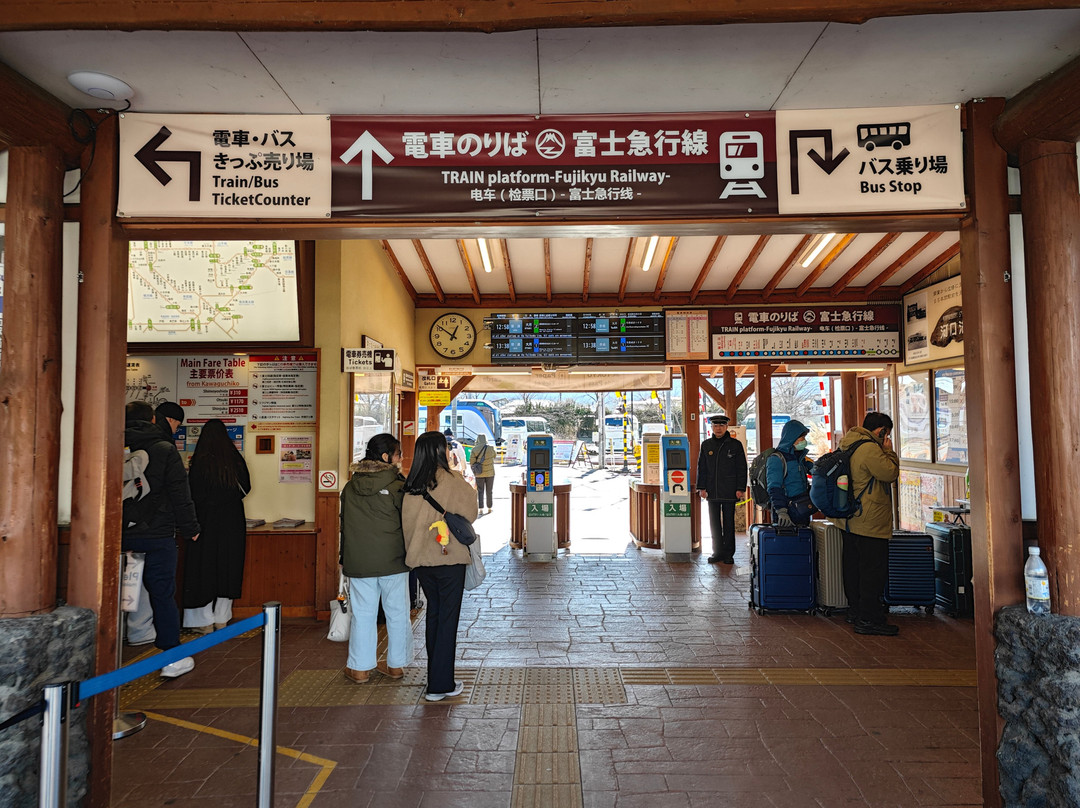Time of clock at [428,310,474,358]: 12:51
